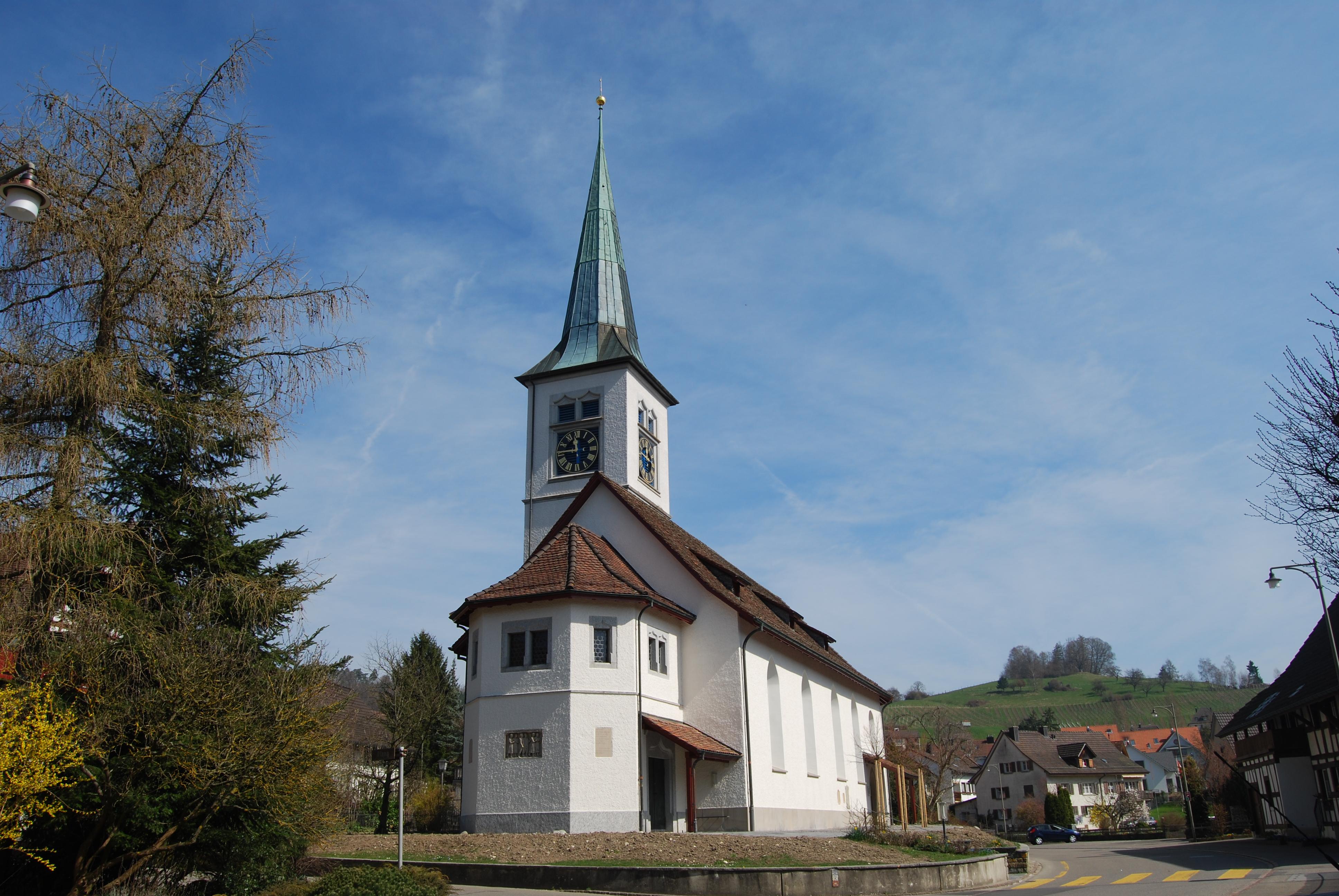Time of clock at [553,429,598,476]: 11:45
